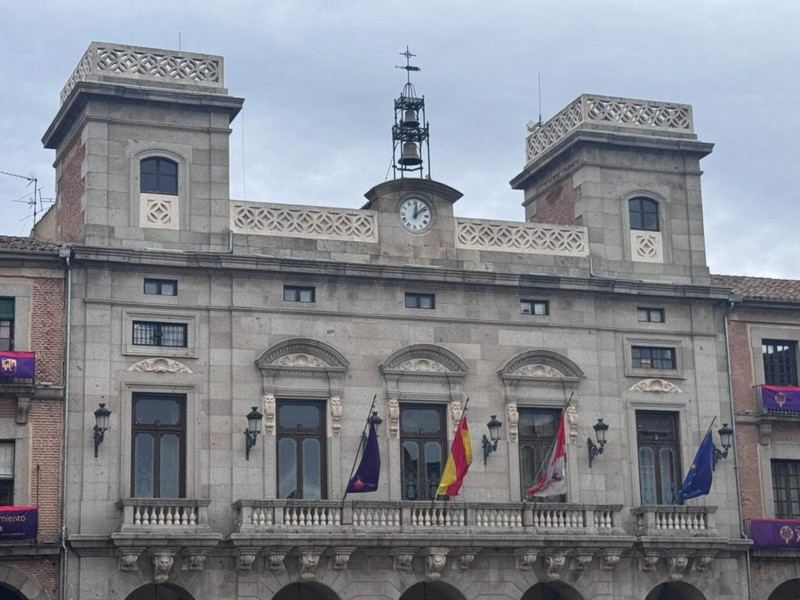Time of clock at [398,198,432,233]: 12:08
